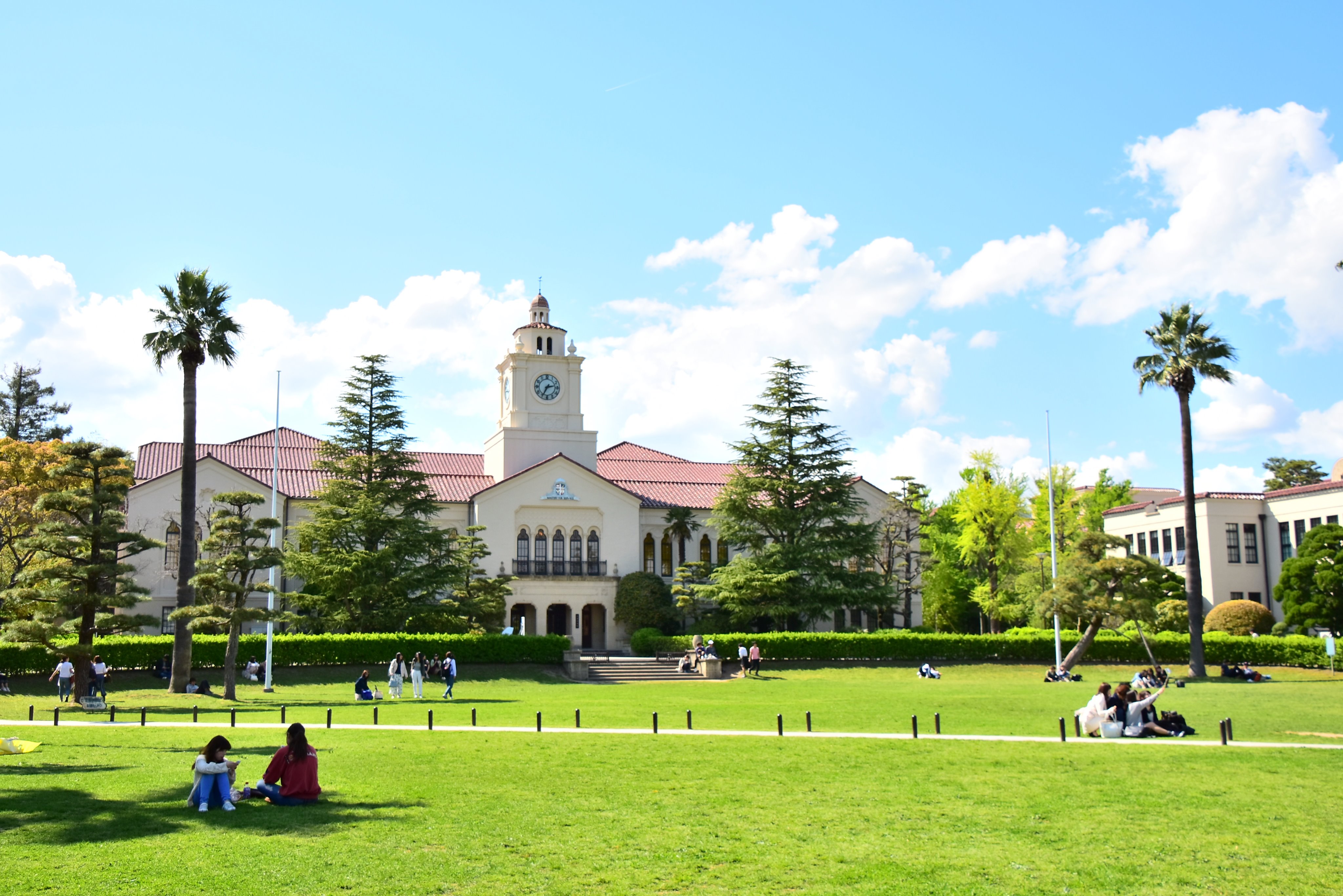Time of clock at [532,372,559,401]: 2:34
